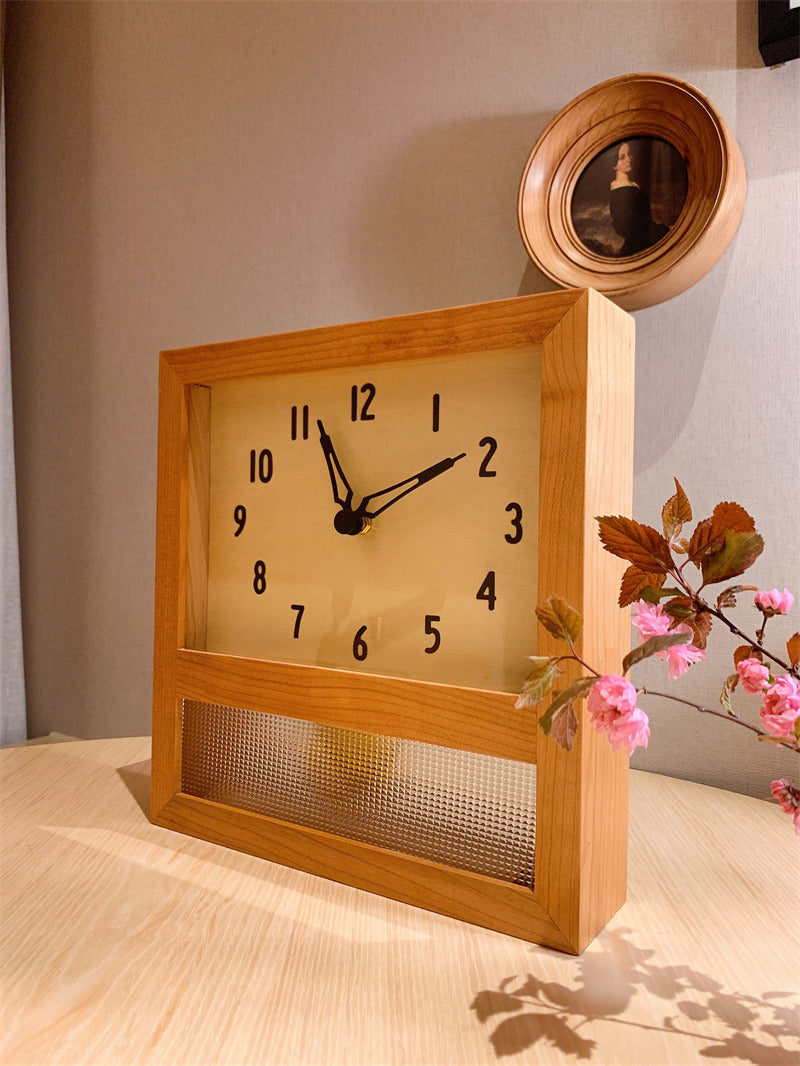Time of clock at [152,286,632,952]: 1:56
